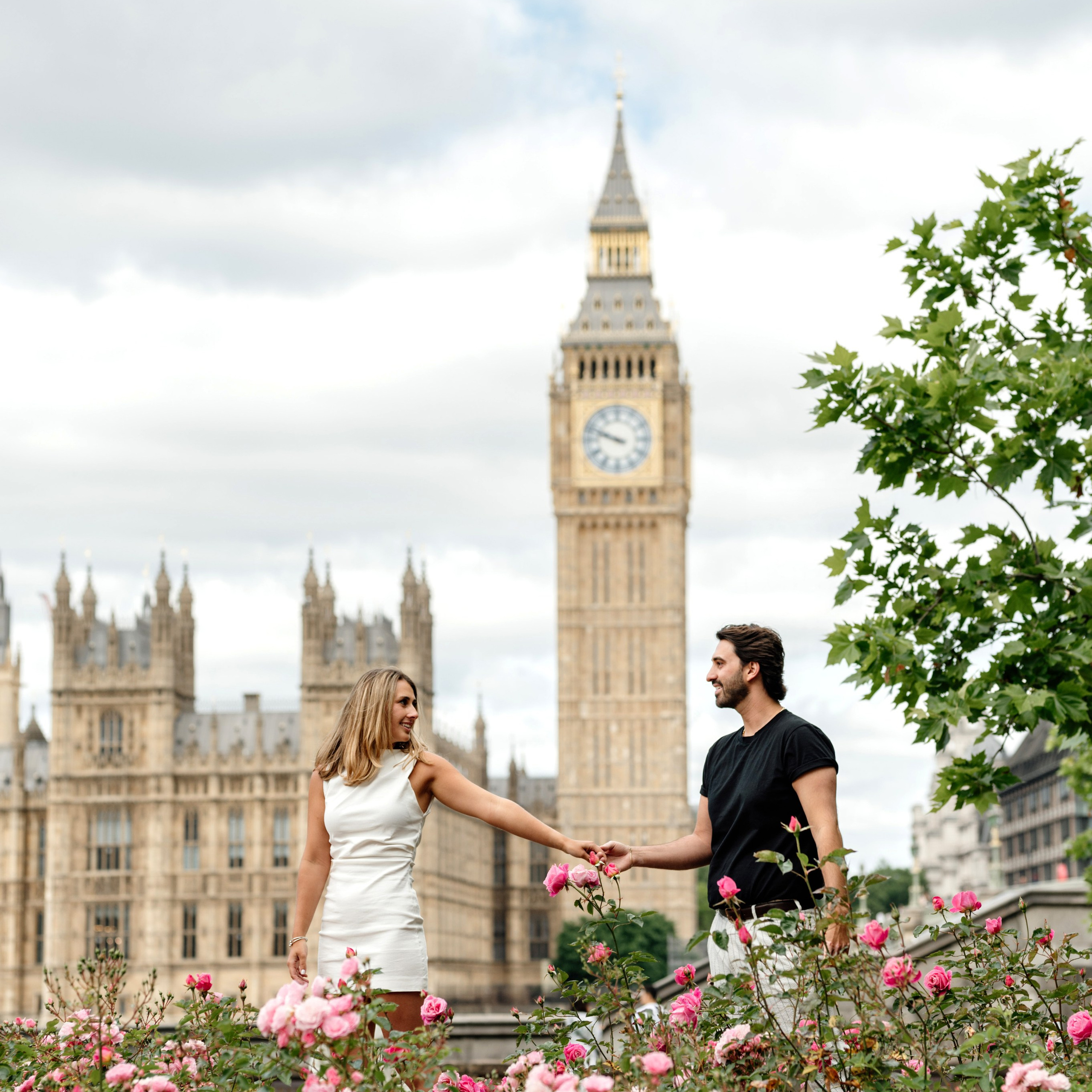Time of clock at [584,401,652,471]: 9:48
